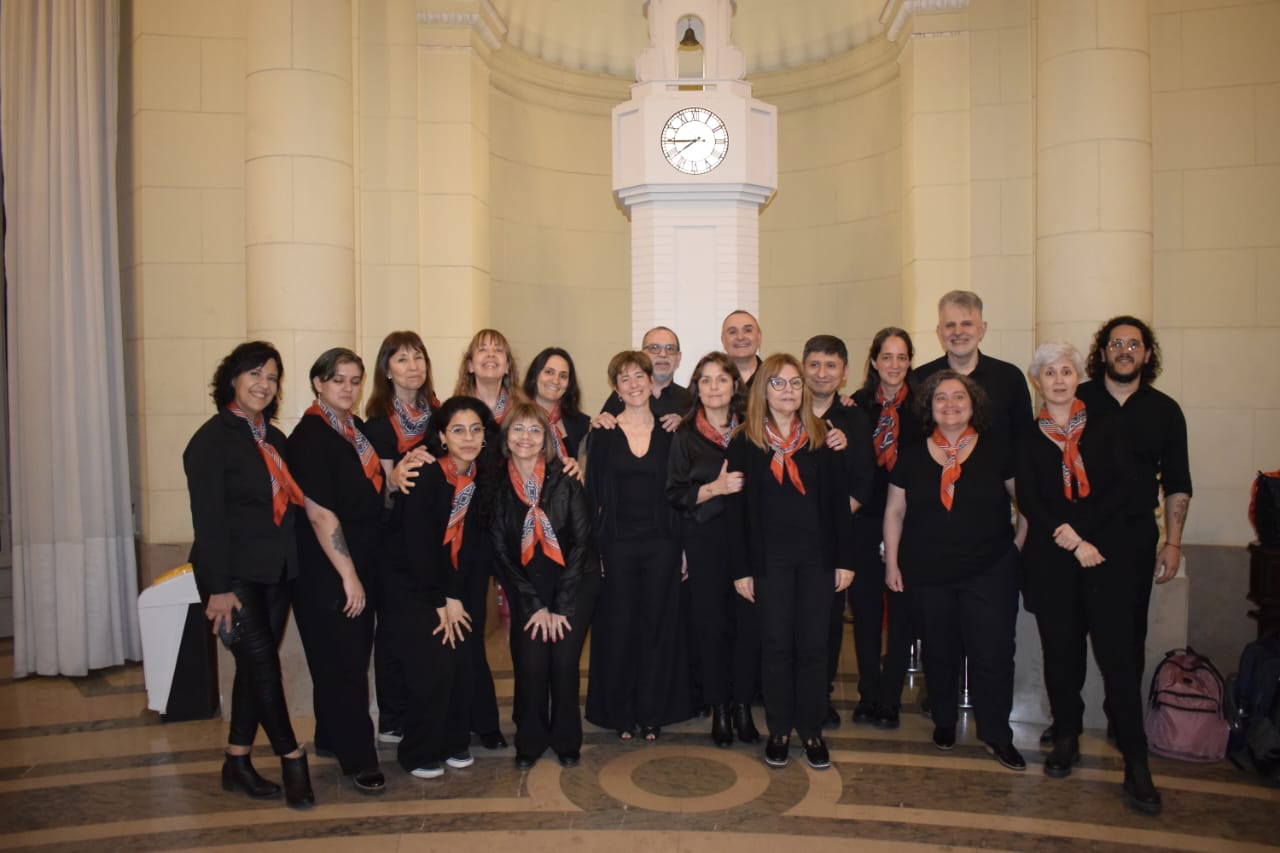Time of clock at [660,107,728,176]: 7:44
